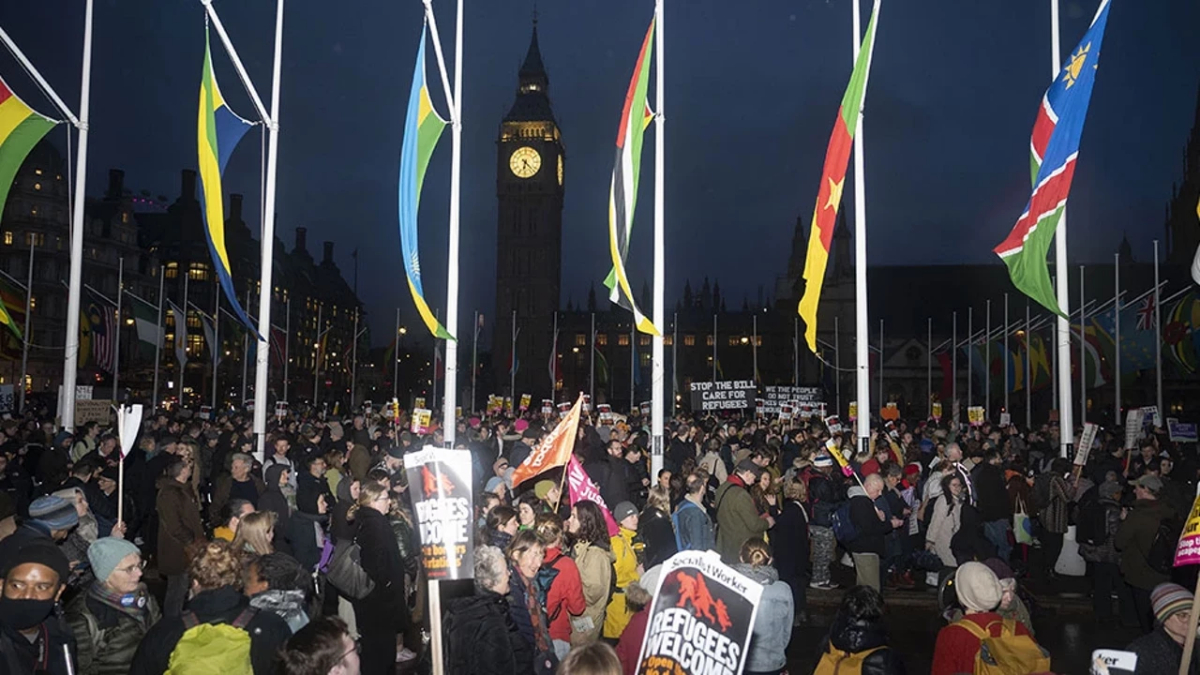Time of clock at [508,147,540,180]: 6:22
